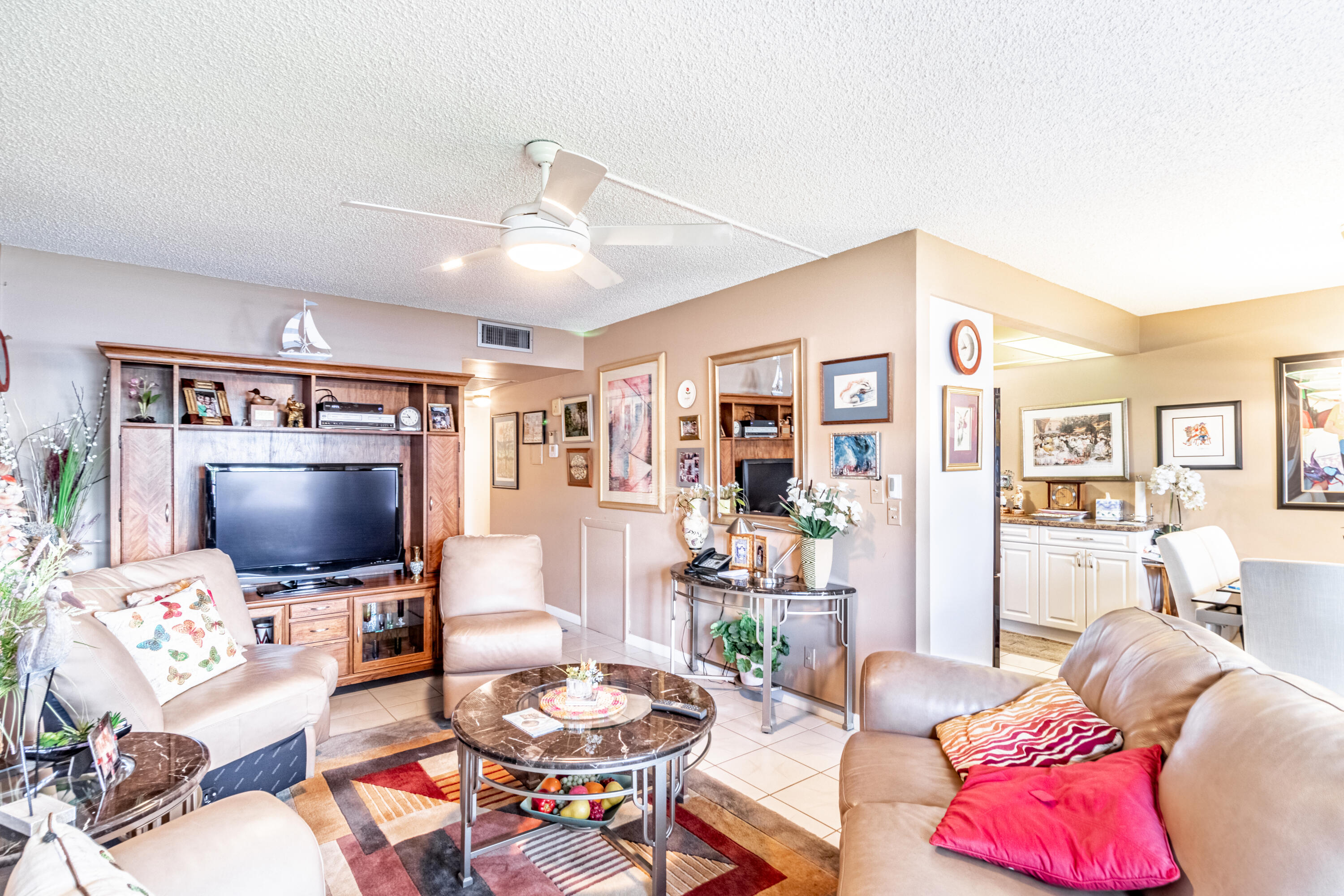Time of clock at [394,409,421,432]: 10:45
